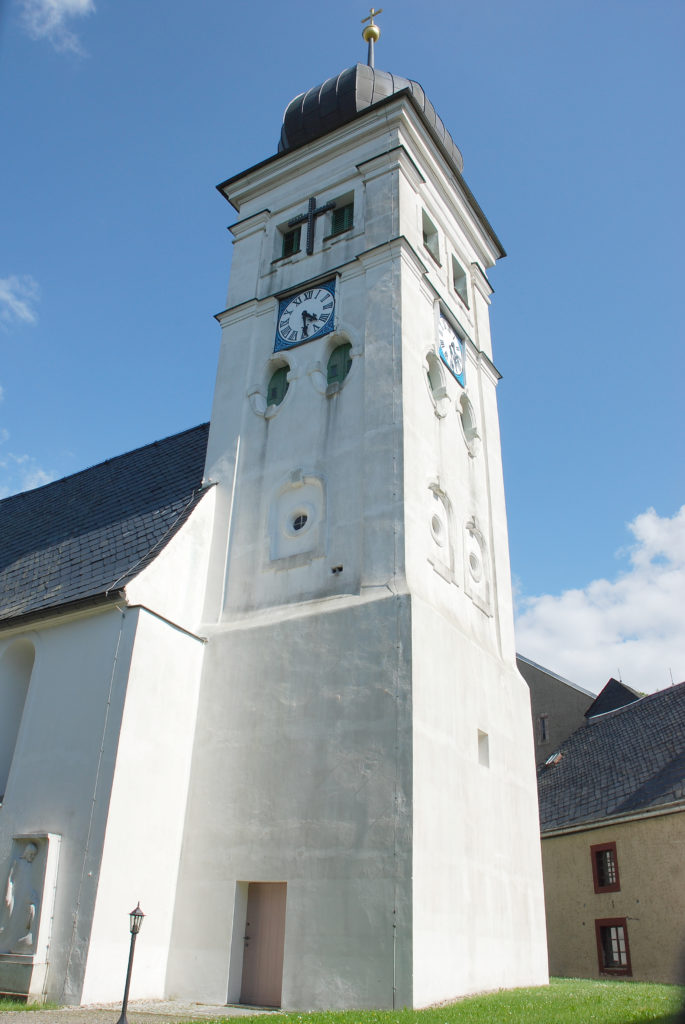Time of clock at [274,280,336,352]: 4:29
